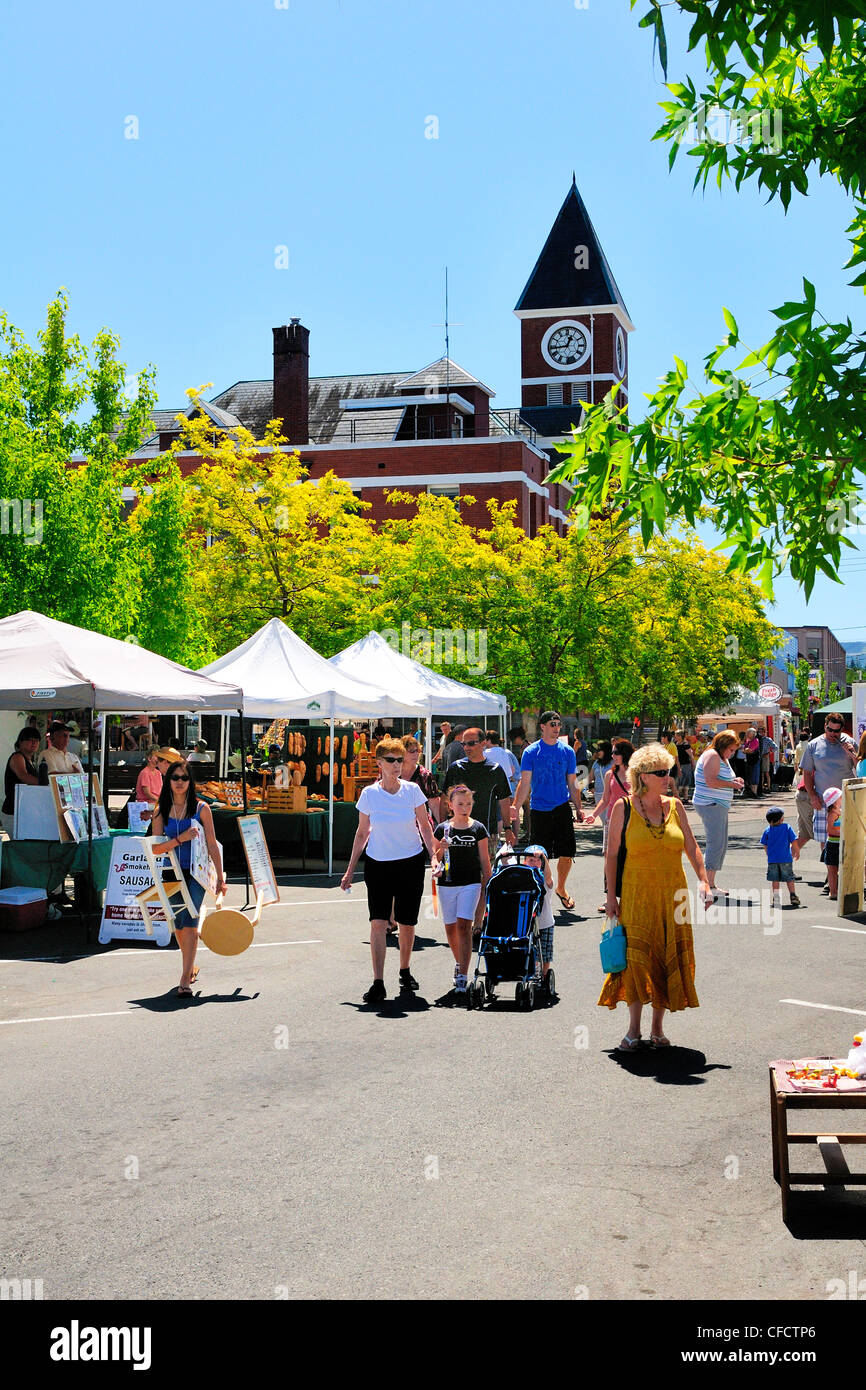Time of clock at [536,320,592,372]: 12:43
